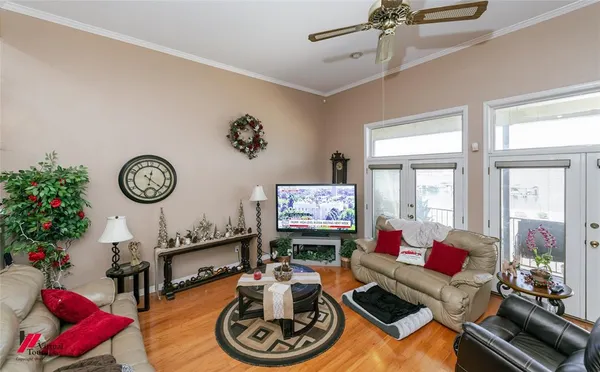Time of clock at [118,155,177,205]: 12:21
